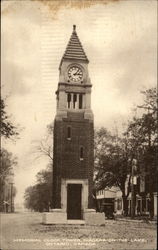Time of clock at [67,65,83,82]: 3:06
